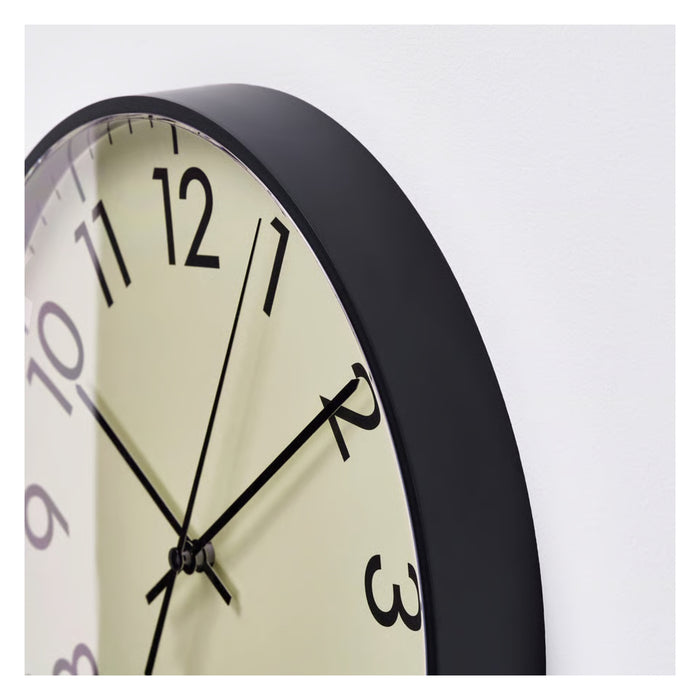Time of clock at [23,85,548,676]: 10:09
